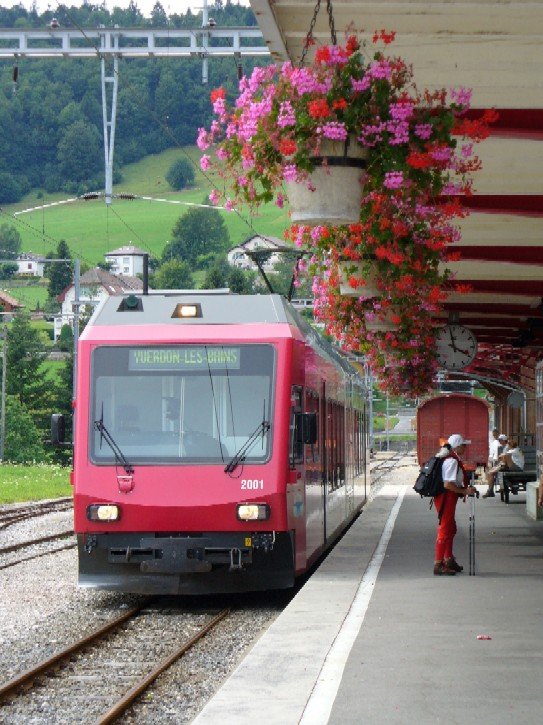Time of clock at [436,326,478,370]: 3:58
